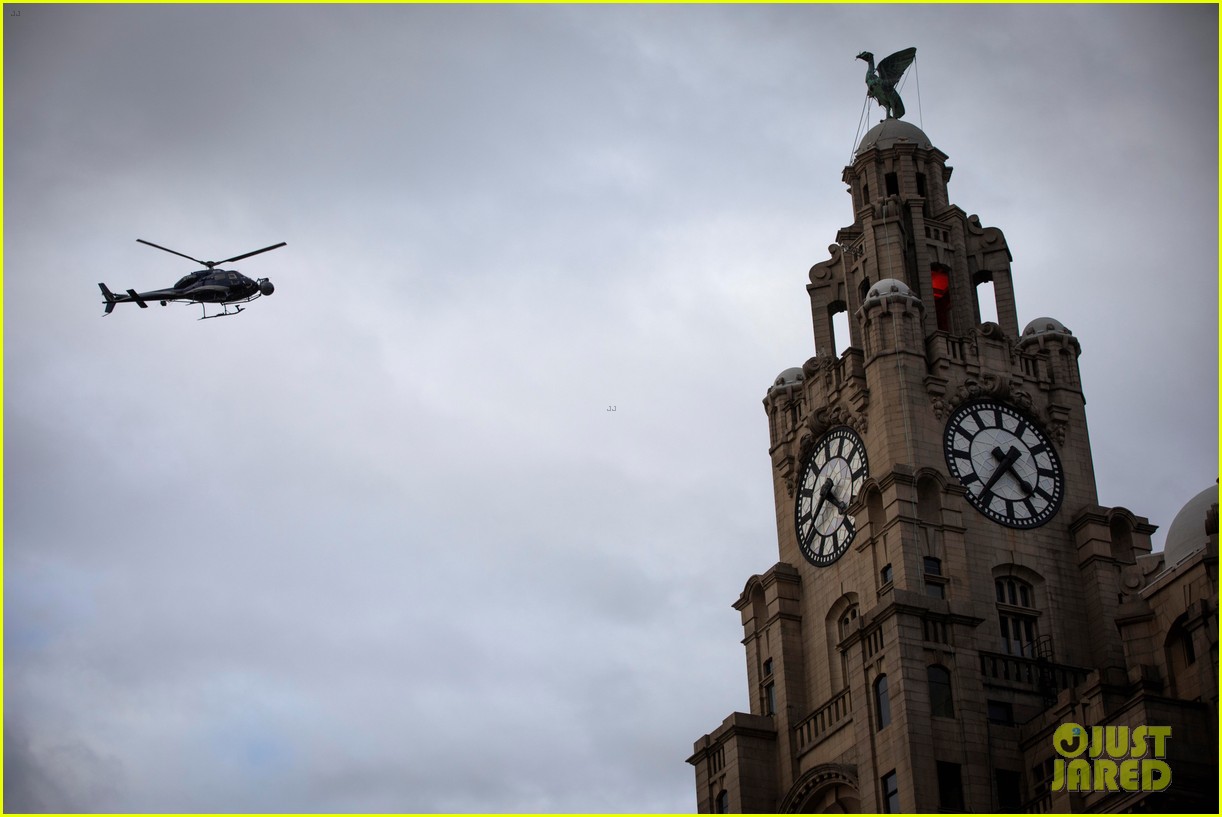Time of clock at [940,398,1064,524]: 4:36
